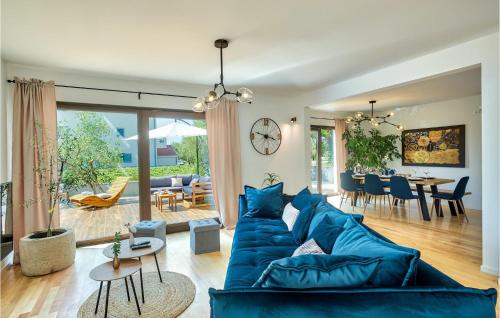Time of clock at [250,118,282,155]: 3:47
